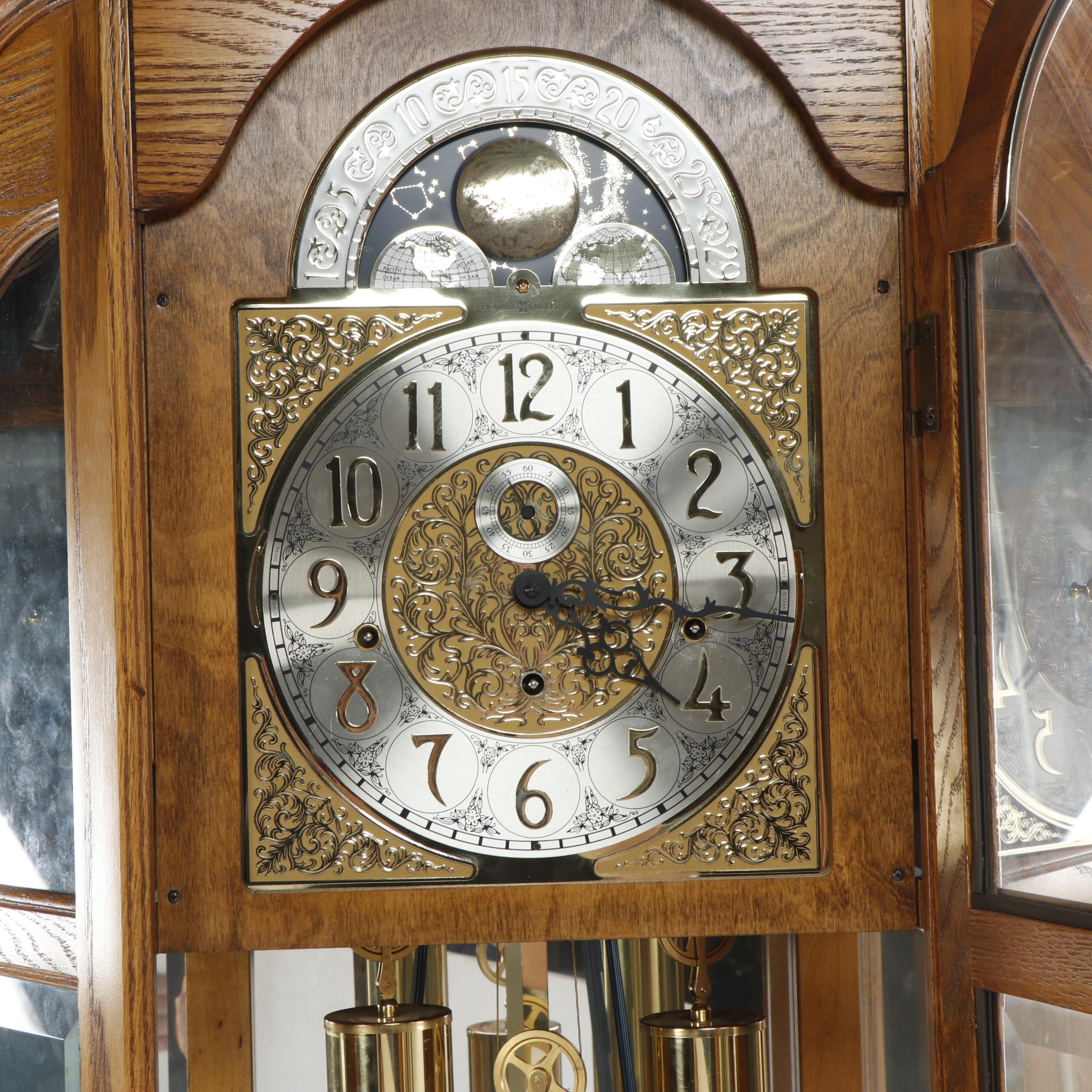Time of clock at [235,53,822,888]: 3:20
